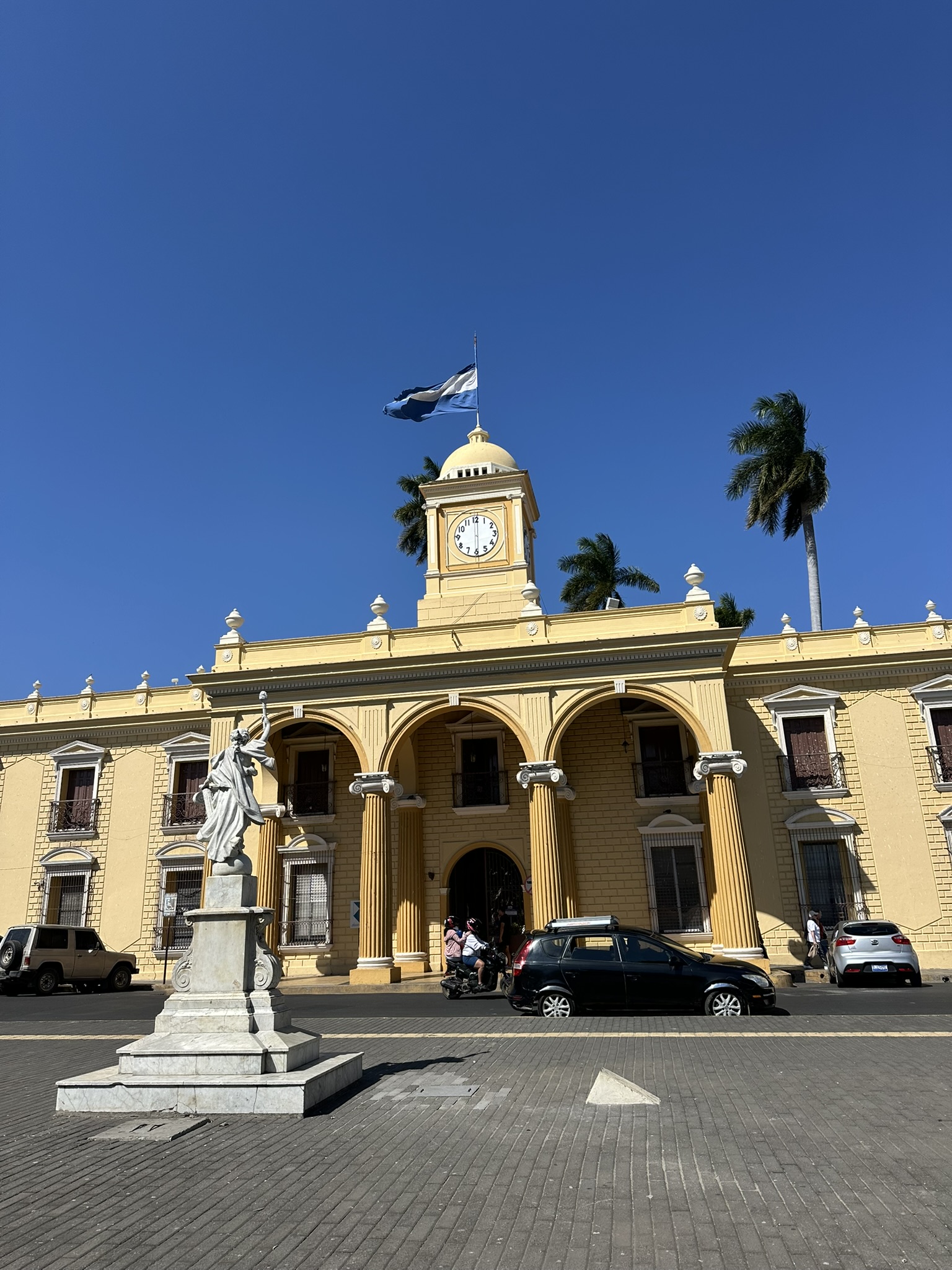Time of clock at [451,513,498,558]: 6:00
